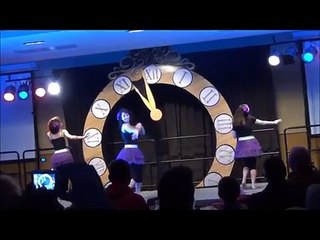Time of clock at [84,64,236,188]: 10:58
